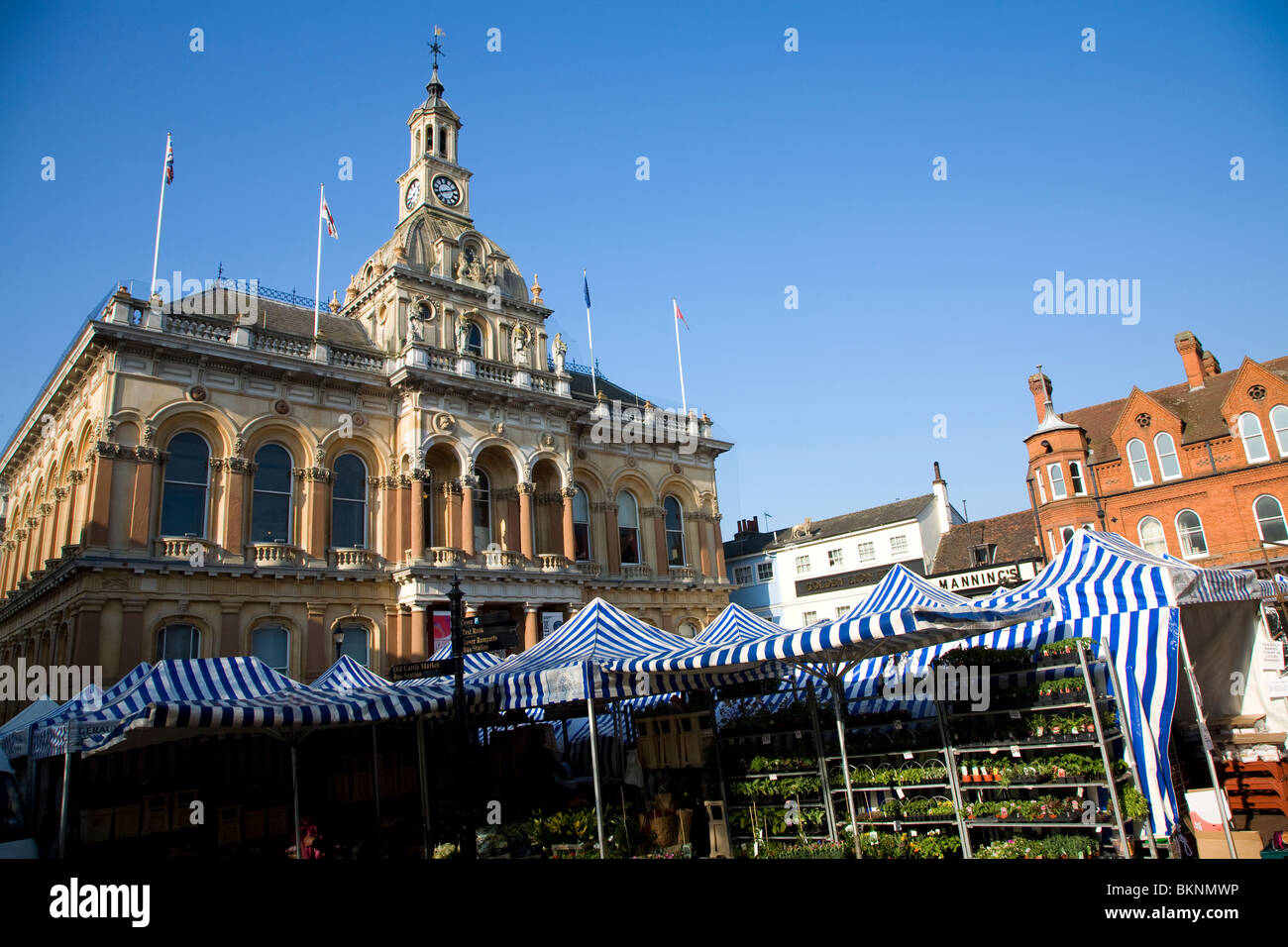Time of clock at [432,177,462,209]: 8:11
